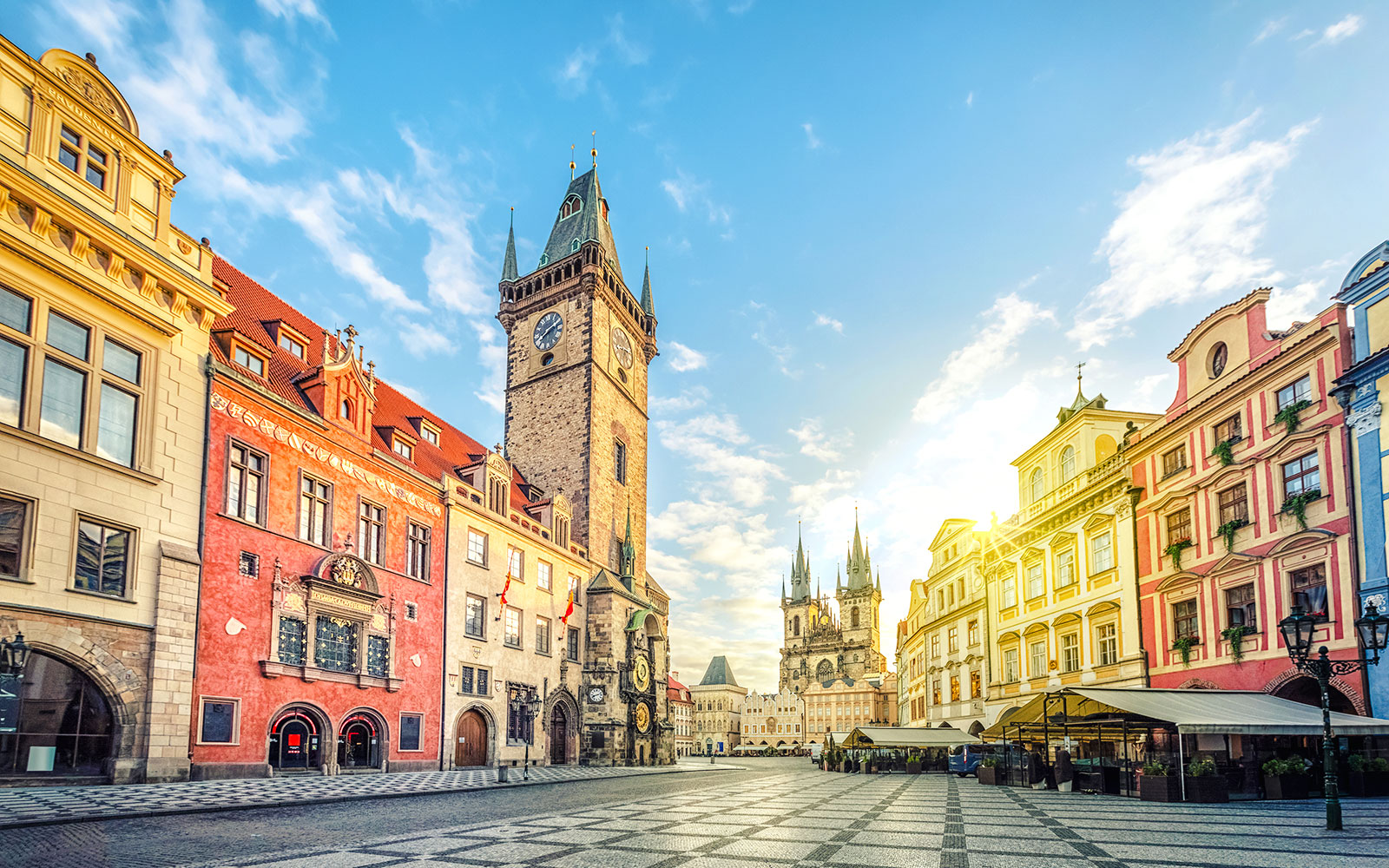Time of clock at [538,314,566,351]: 8:12
